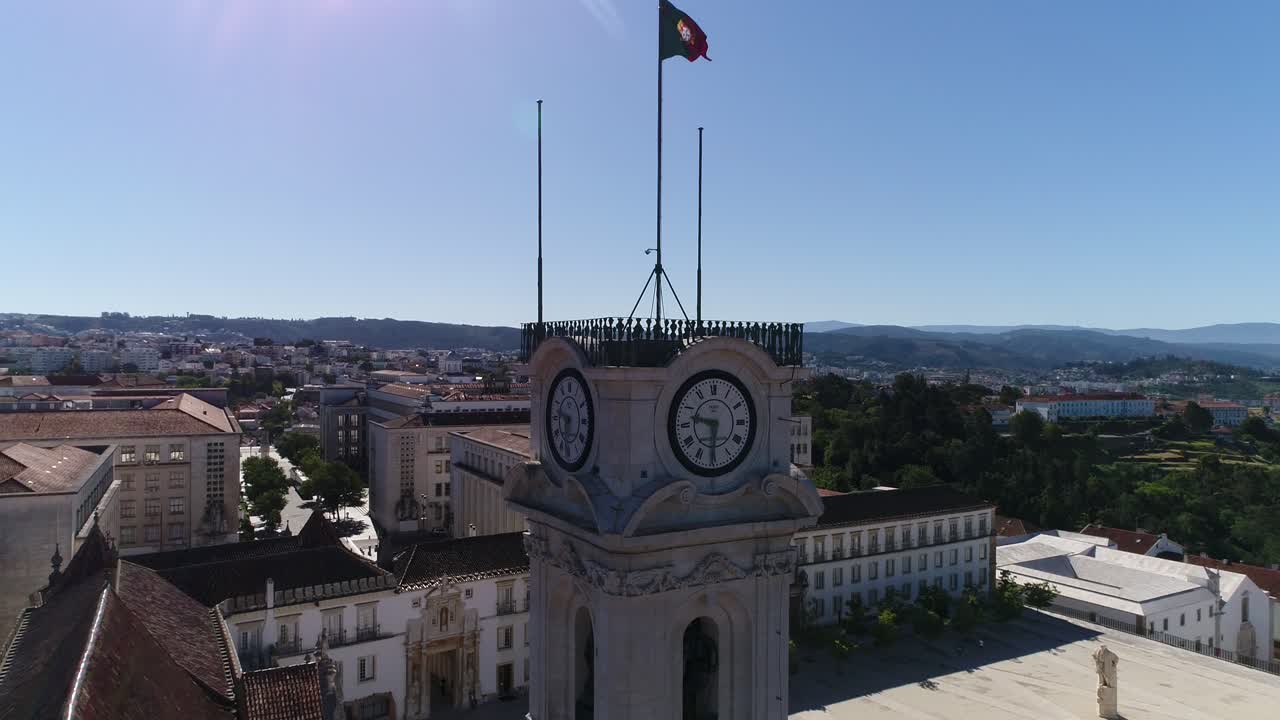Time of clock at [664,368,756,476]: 9:30
